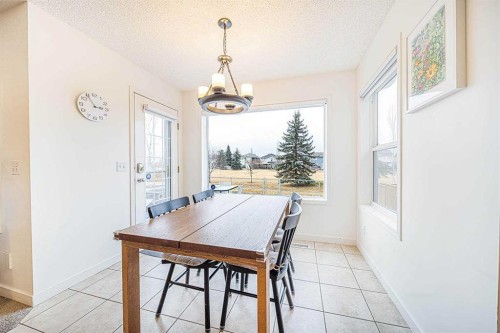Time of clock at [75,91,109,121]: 2:54
